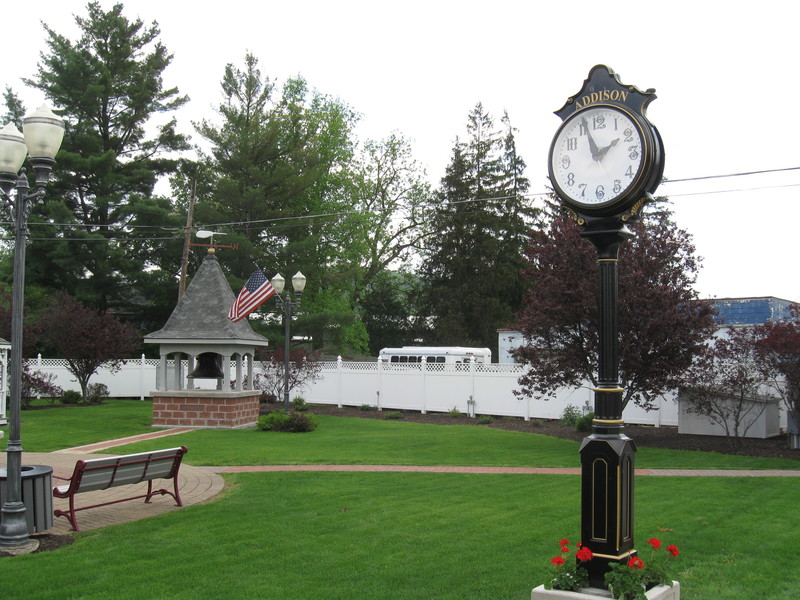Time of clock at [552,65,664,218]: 1:56
